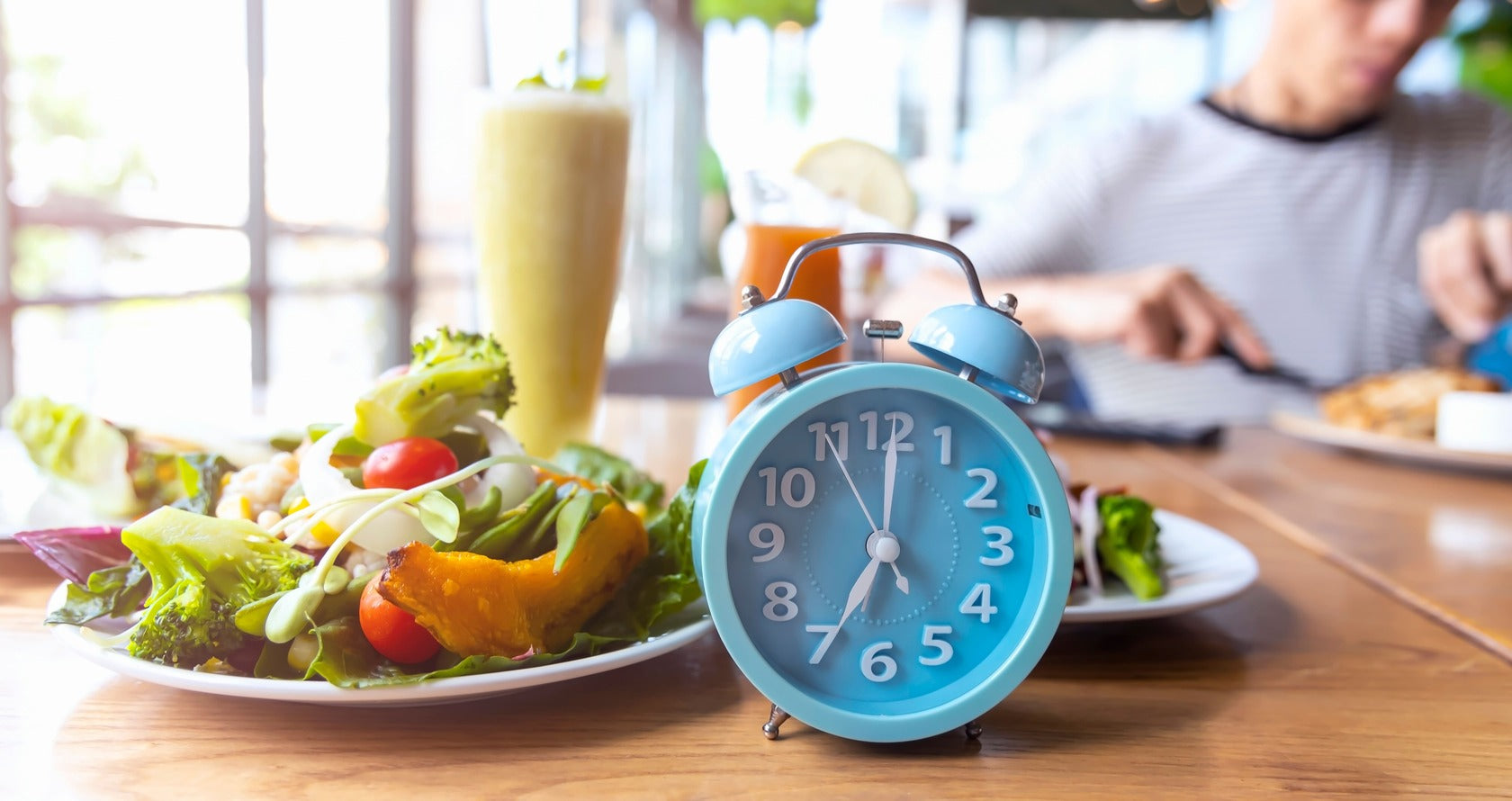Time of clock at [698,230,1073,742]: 7:00
